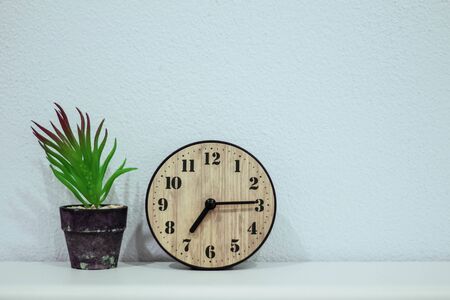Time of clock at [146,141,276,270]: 7:14
